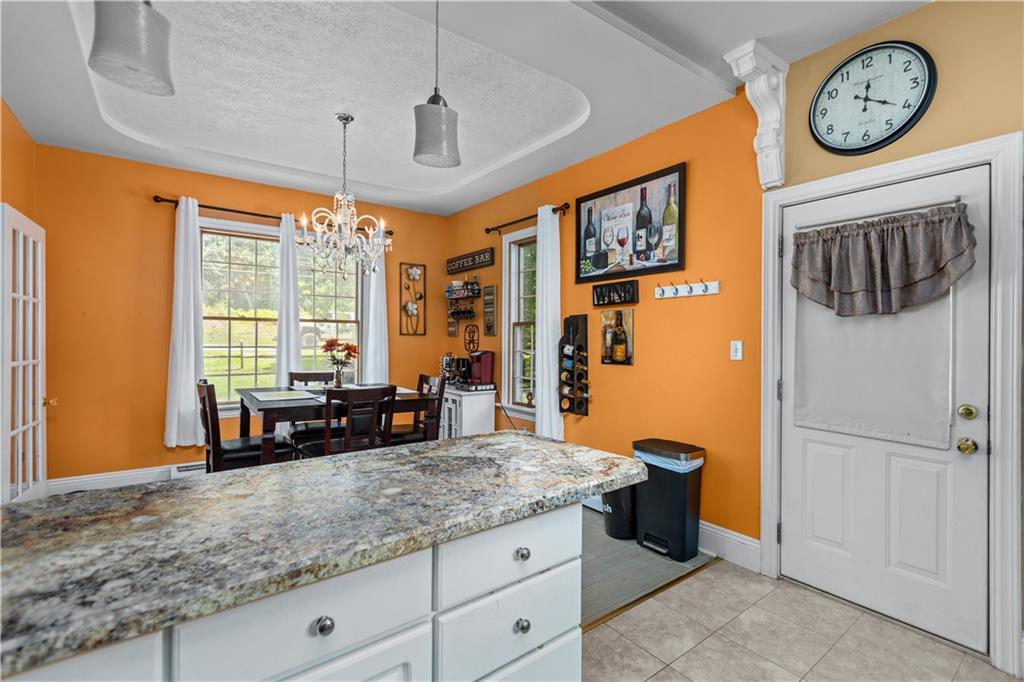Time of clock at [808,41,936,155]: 12:20
